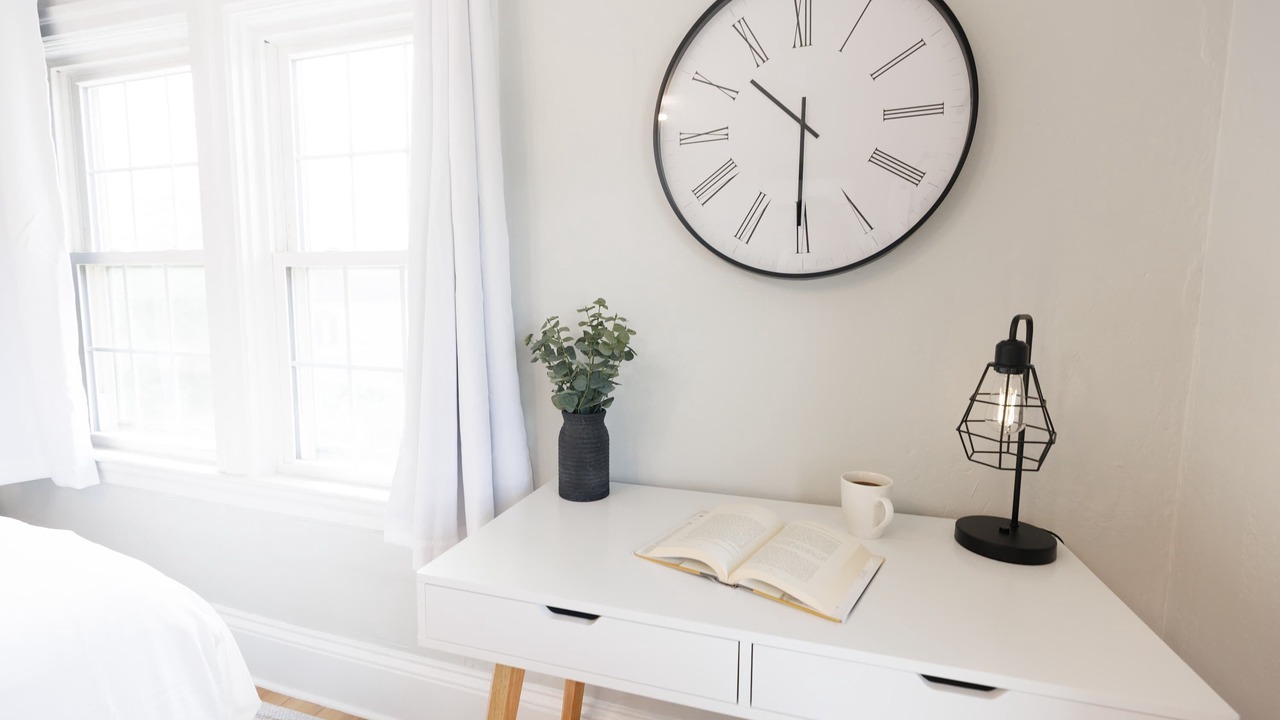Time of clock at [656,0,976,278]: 10:30
